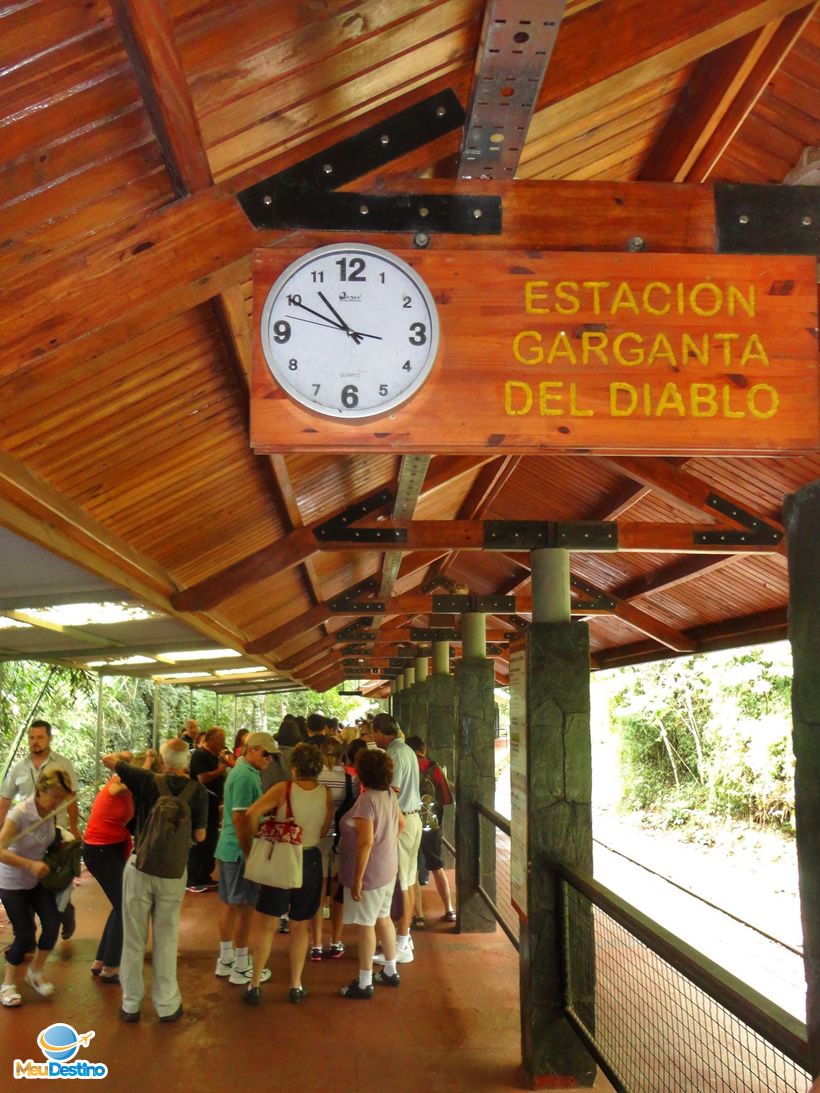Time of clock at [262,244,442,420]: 10:49
